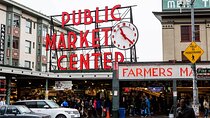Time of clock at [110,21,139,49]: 11:22
